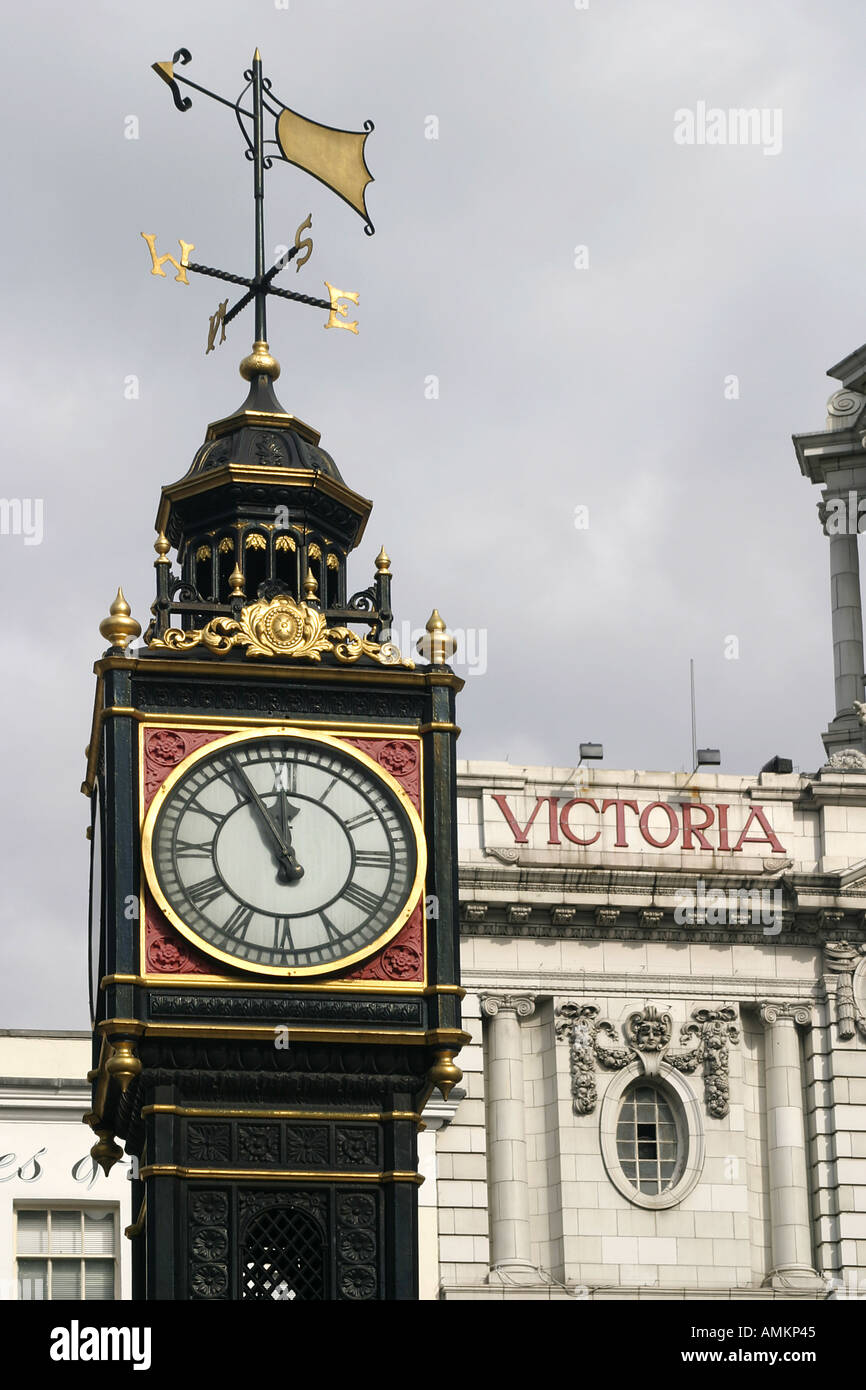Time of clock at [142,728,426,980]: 11:55
